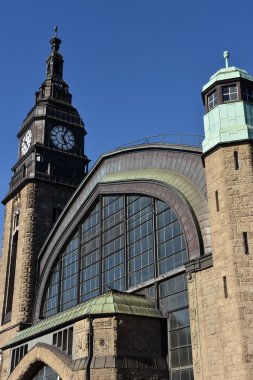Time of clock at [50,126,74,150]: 5:03
